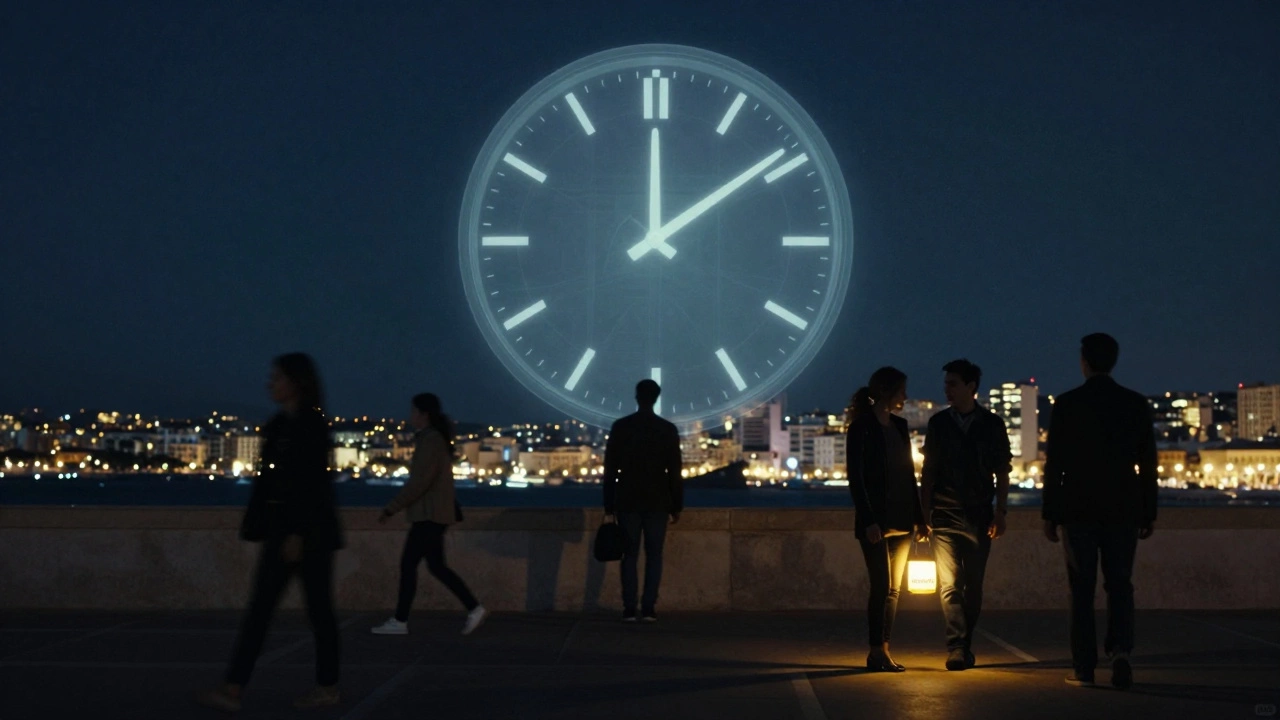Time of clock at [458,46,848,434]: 12:09
